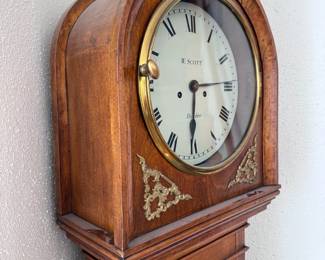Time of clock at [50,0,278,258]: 6:14
